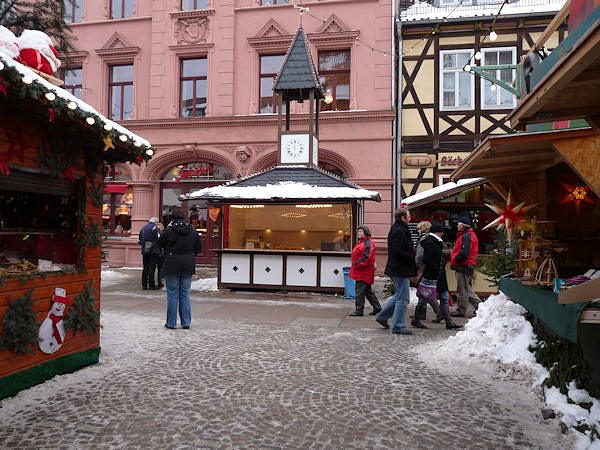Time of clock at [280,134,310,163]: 5:59
